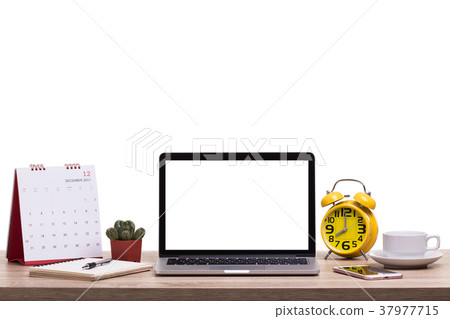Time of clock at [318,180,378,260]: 7:59
